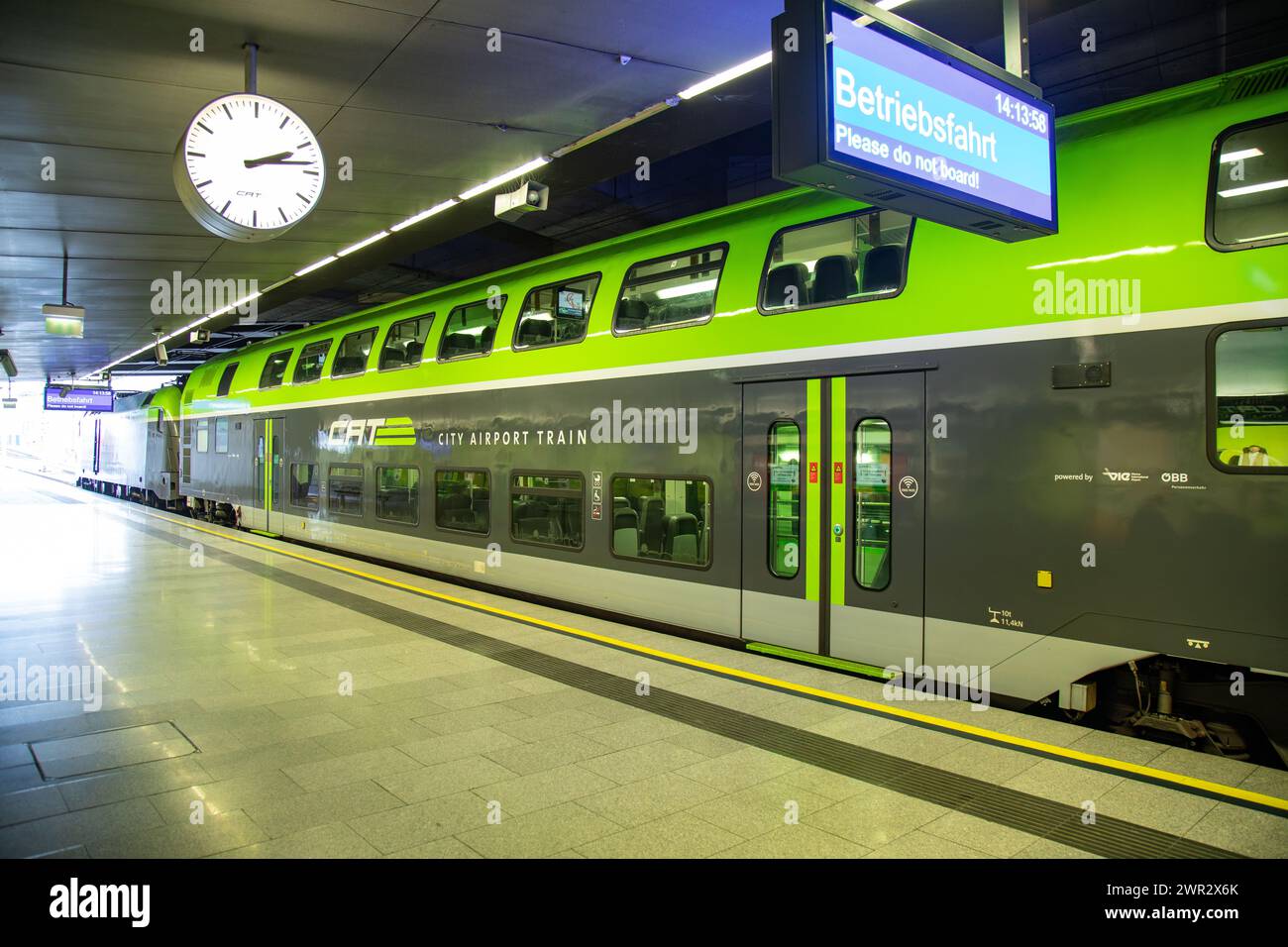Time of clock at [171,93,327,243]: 2:13
